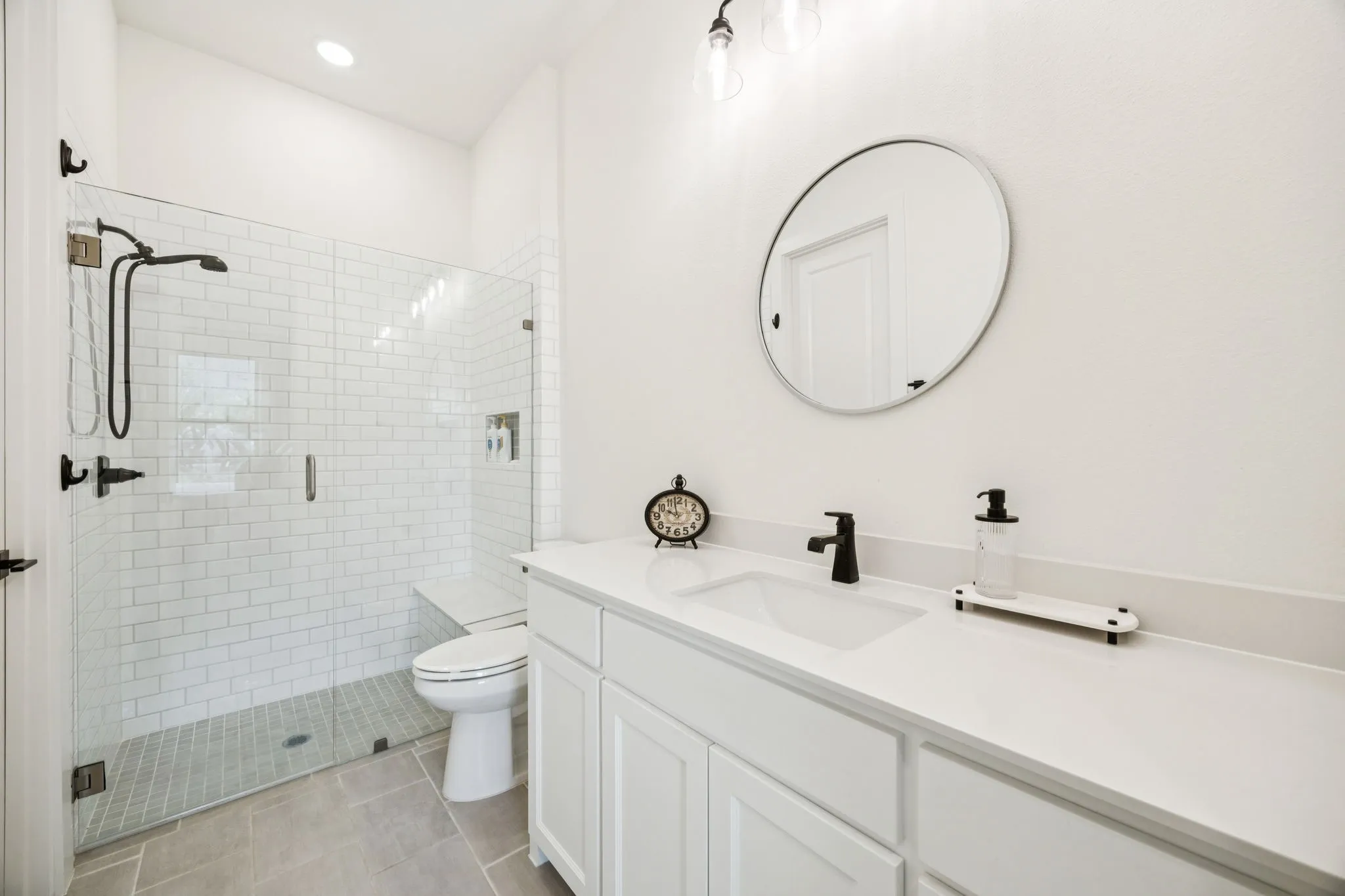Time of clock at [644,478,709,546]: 9:58
